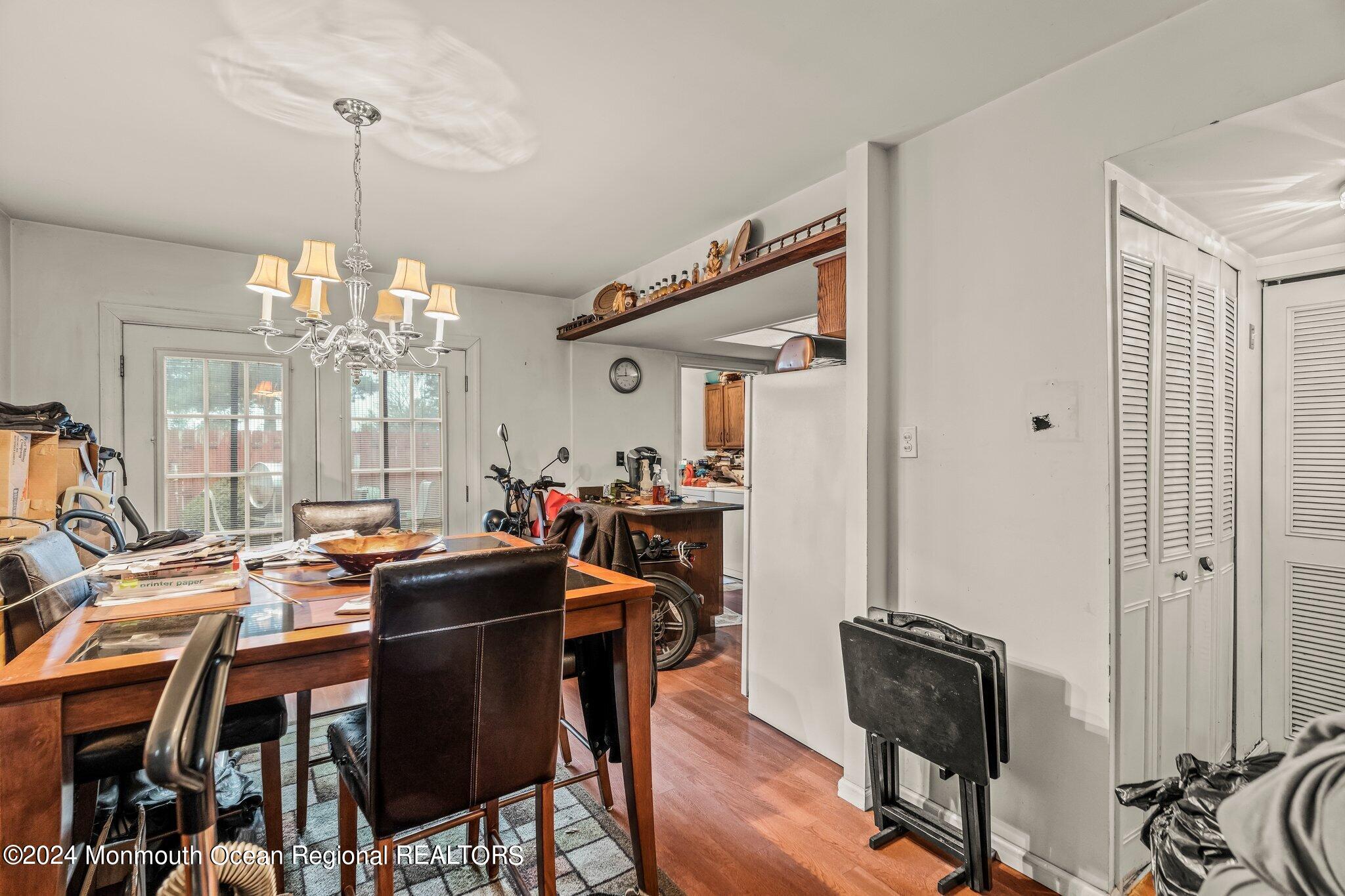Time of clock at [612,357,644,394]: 11:43
